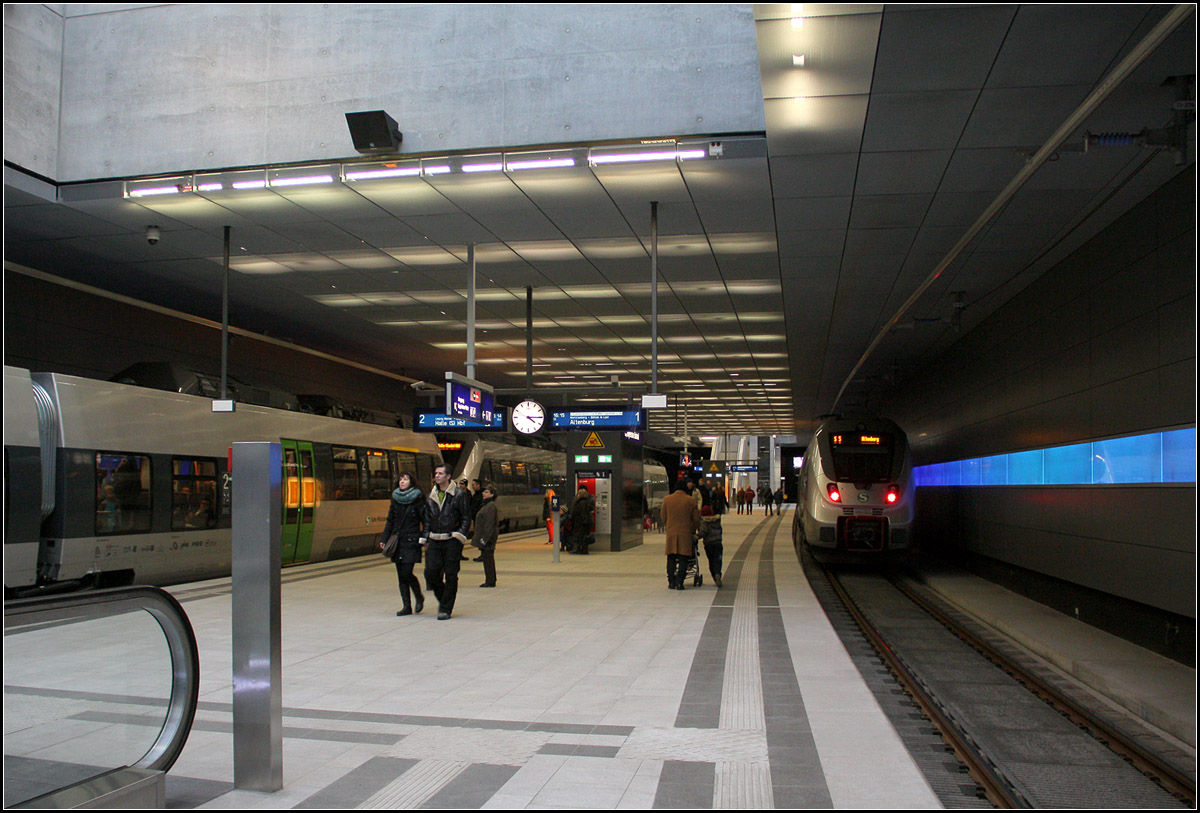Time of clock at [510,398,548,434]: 4:14
